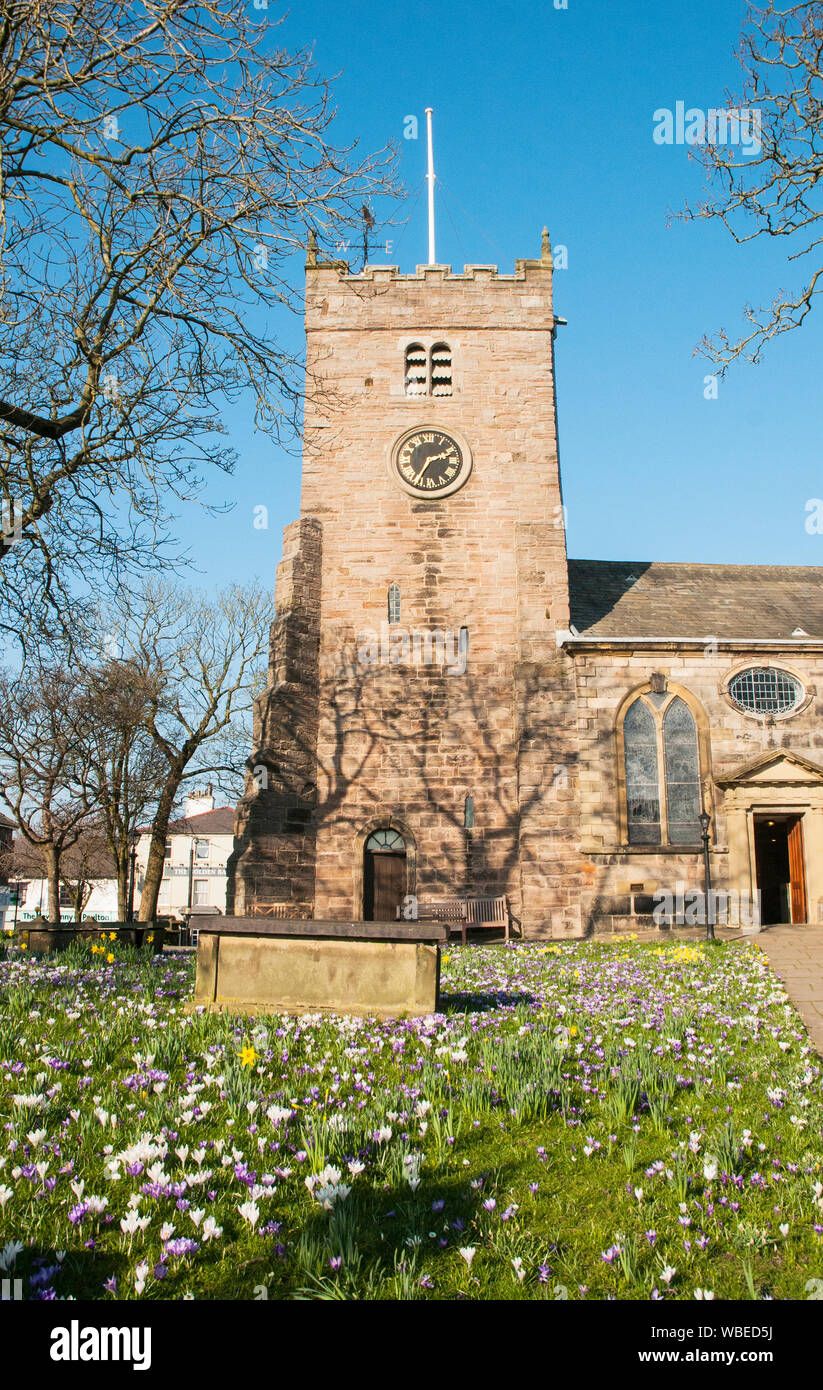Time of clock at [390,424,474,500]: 2:33
